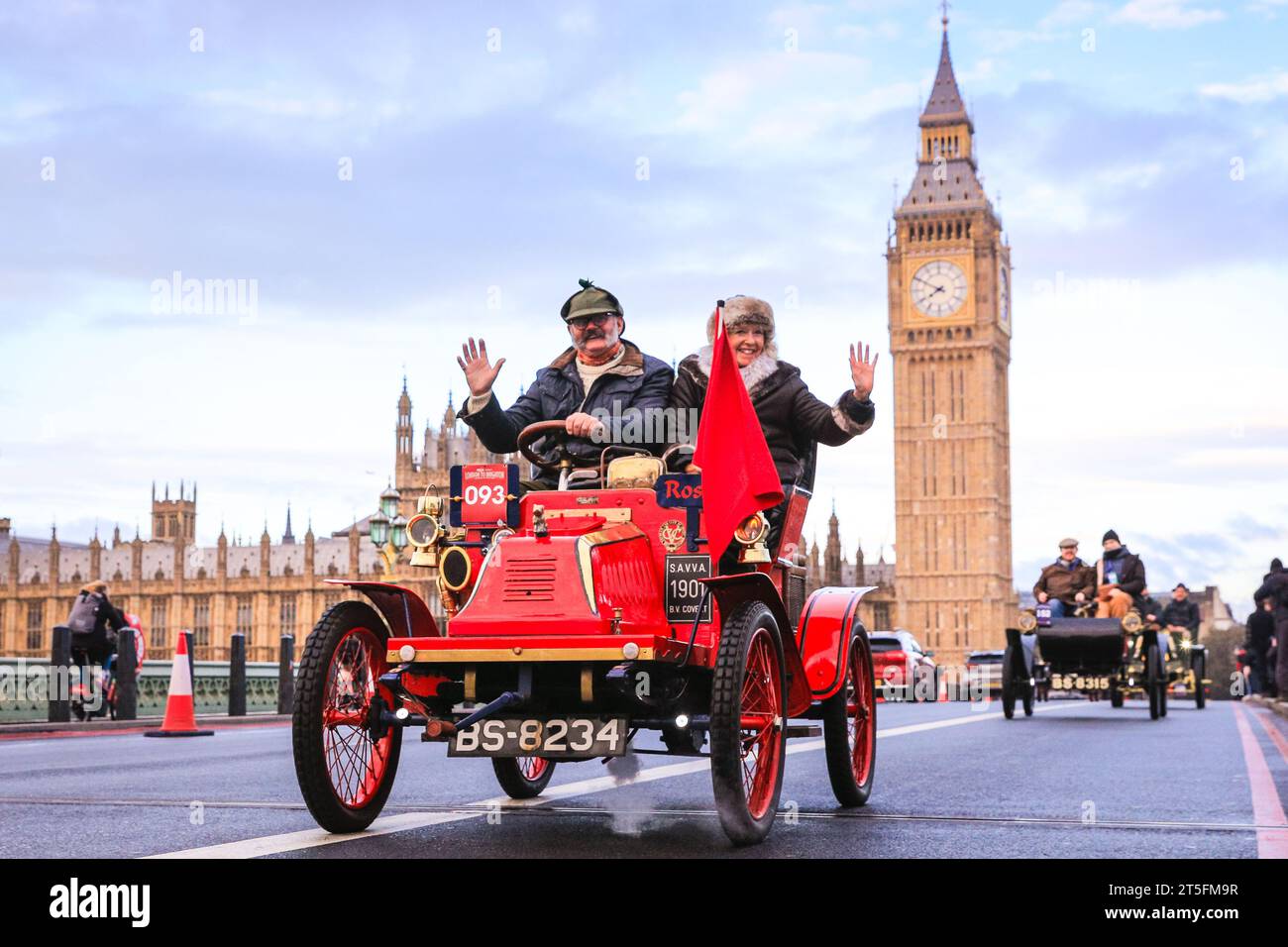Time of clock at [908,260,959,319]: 7:49
